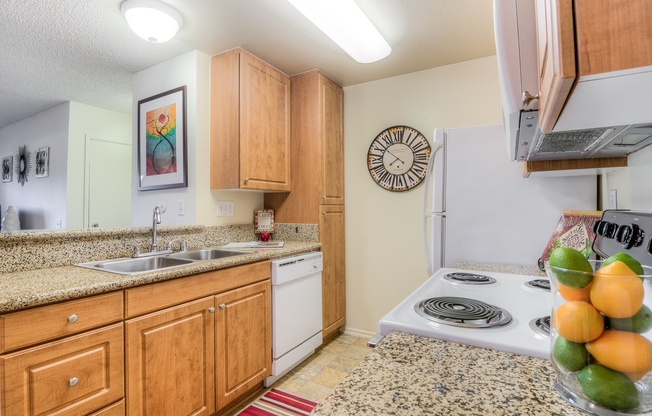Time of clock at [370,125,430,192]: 7:51
